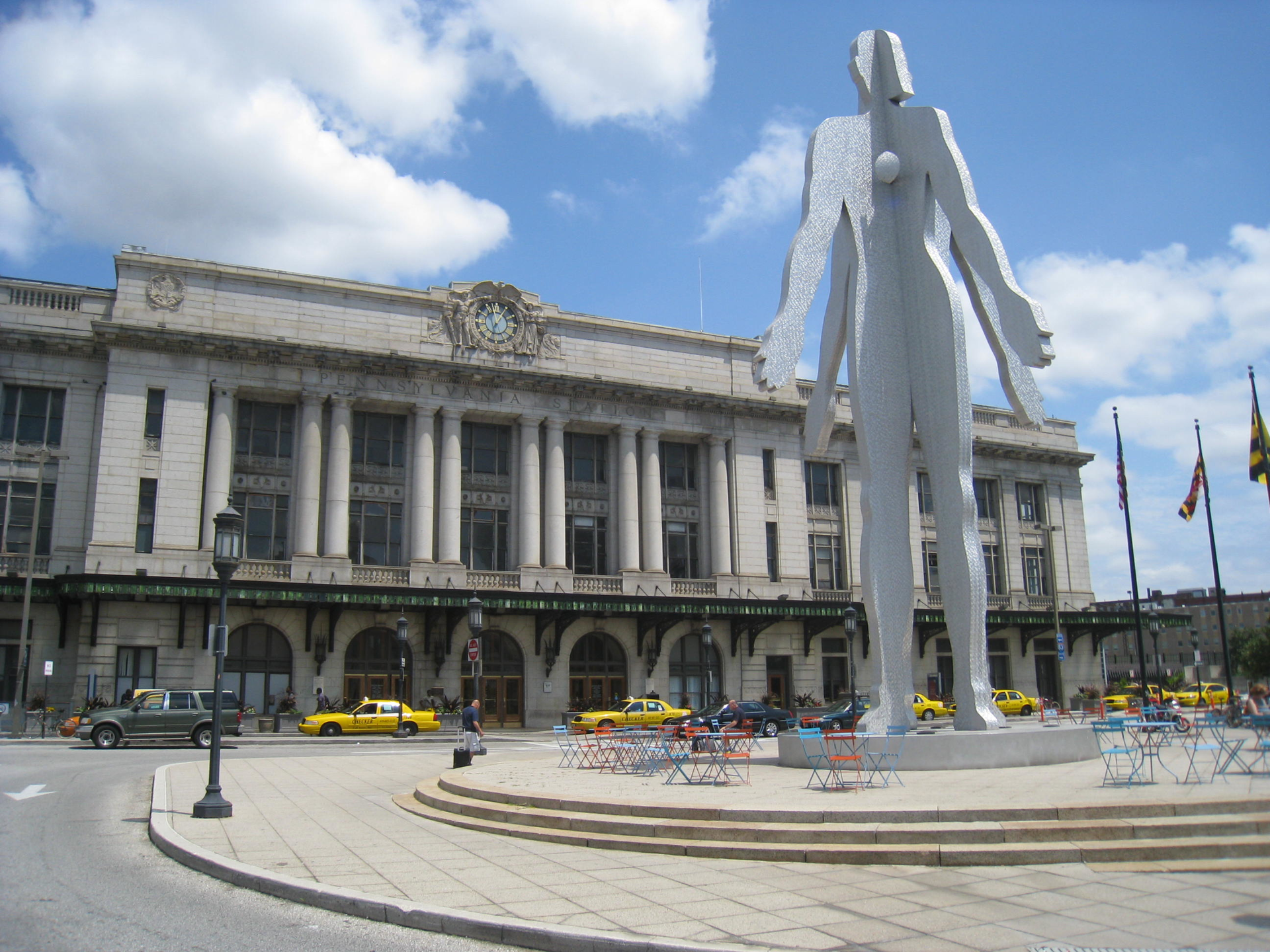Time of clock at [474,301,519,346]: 12:57
